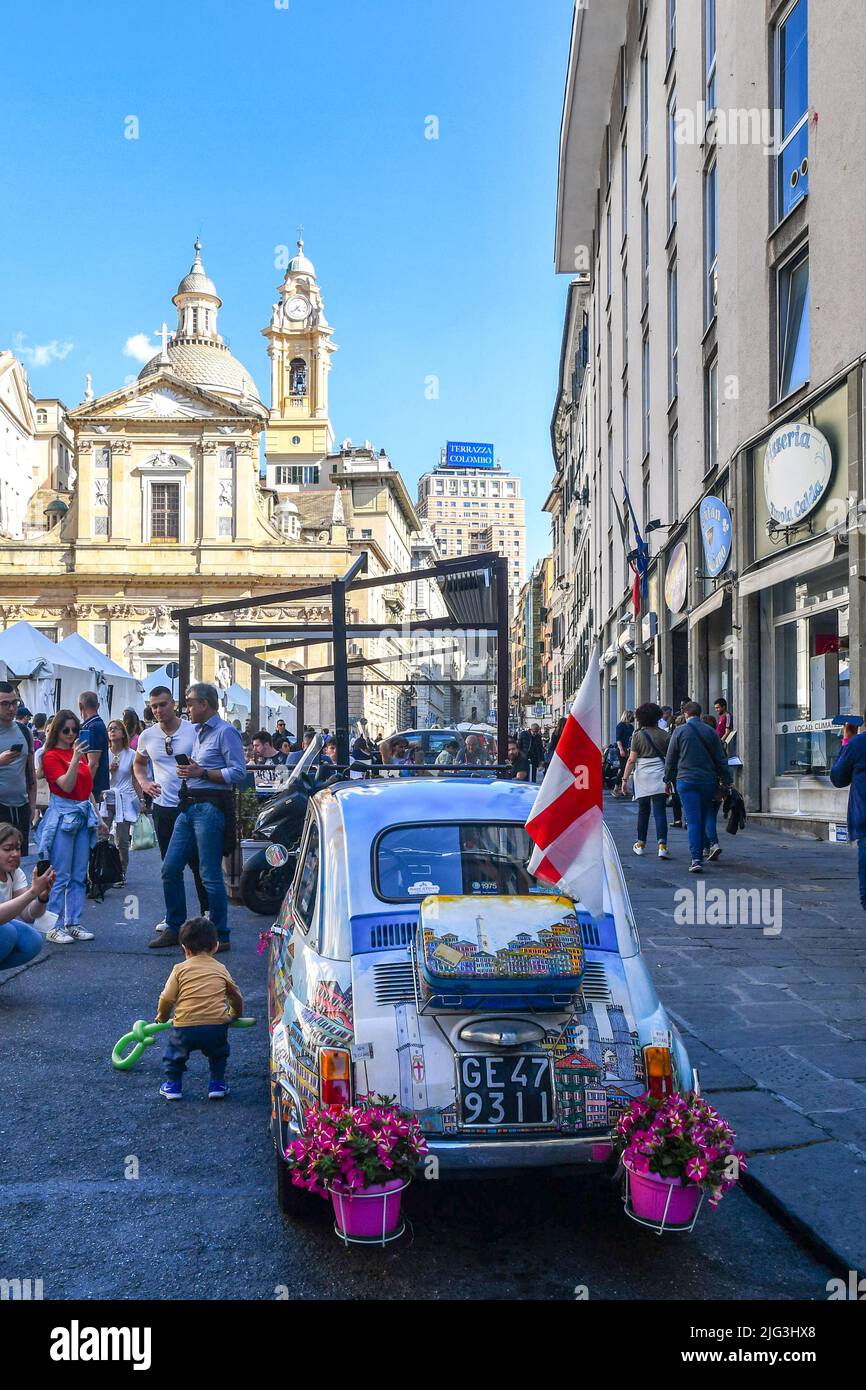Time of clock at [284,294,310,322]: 4:38
